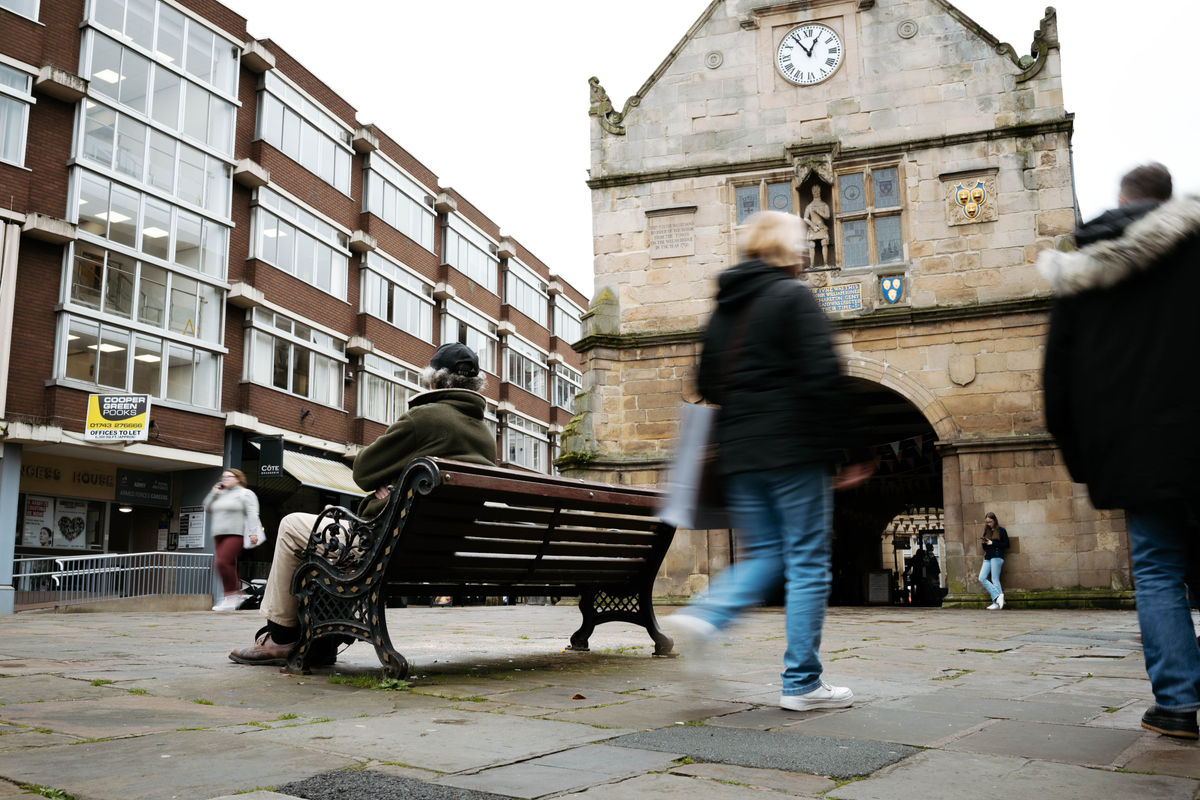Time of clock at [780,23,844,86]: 12:54
